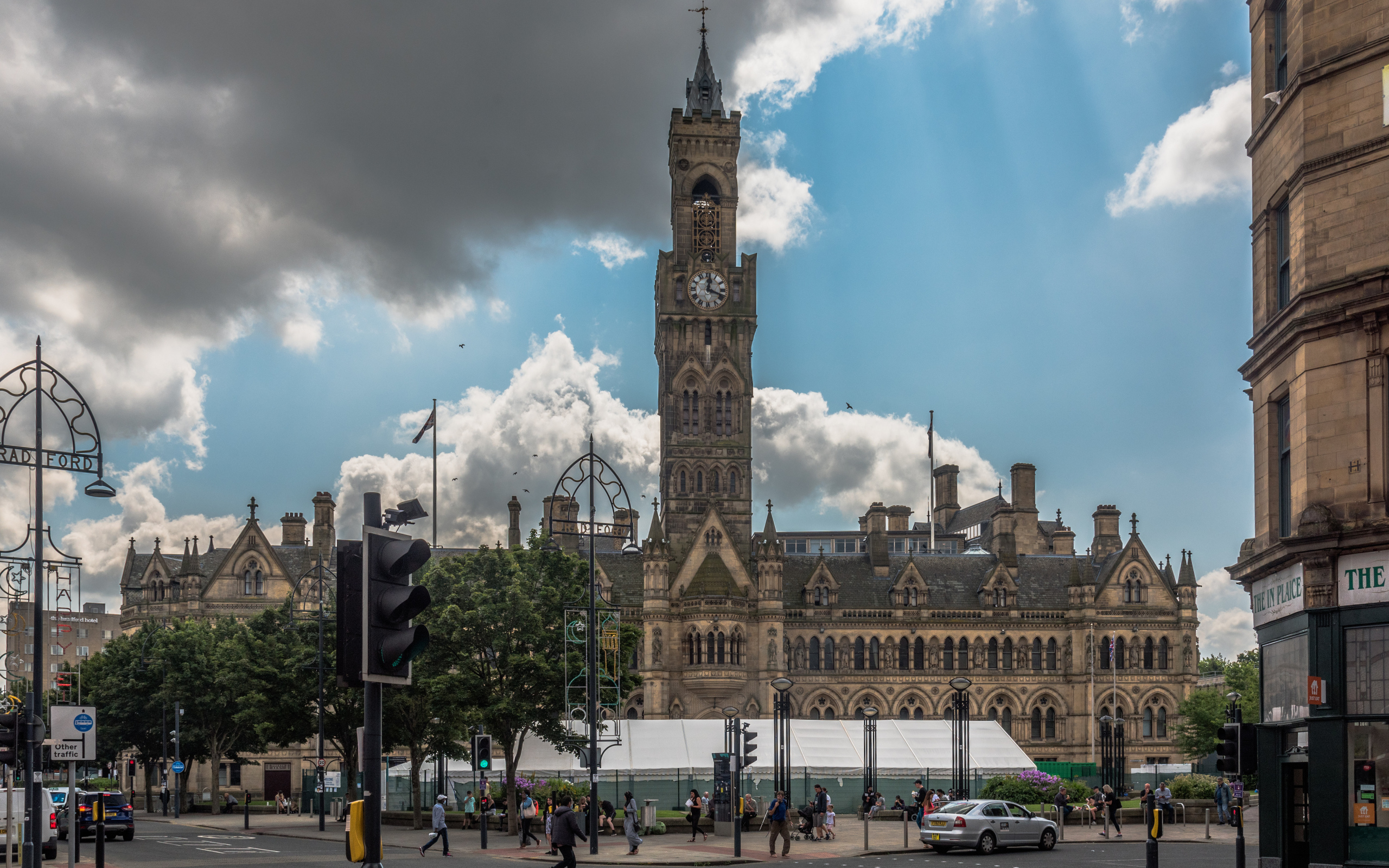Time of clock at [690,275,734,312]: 12:18
